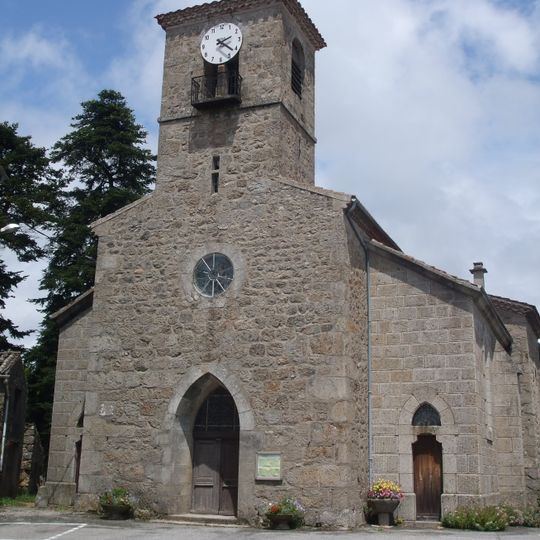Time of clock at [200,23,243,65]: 2:21
